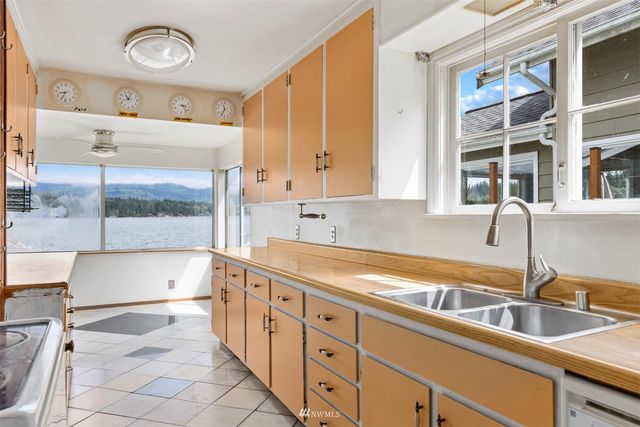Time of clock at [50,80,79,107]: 8:34
